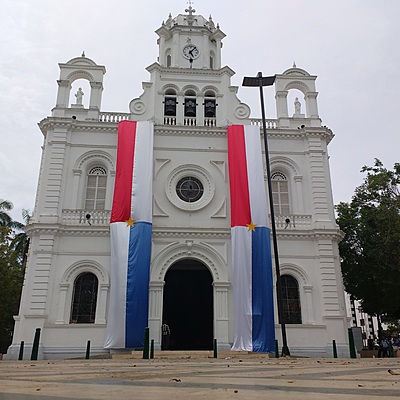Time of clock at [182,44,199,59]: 5:06
